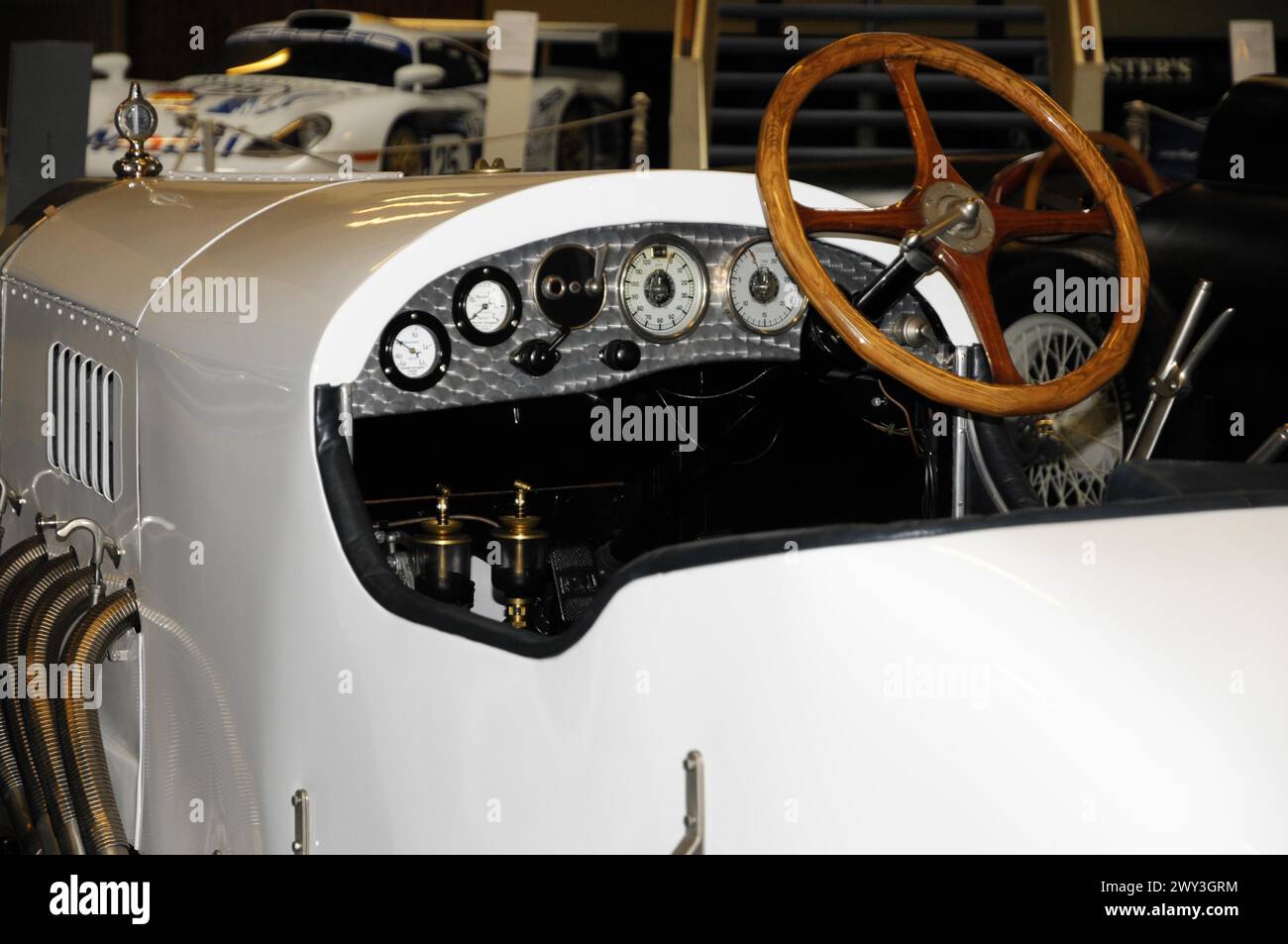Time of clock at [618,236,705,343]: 12:03
